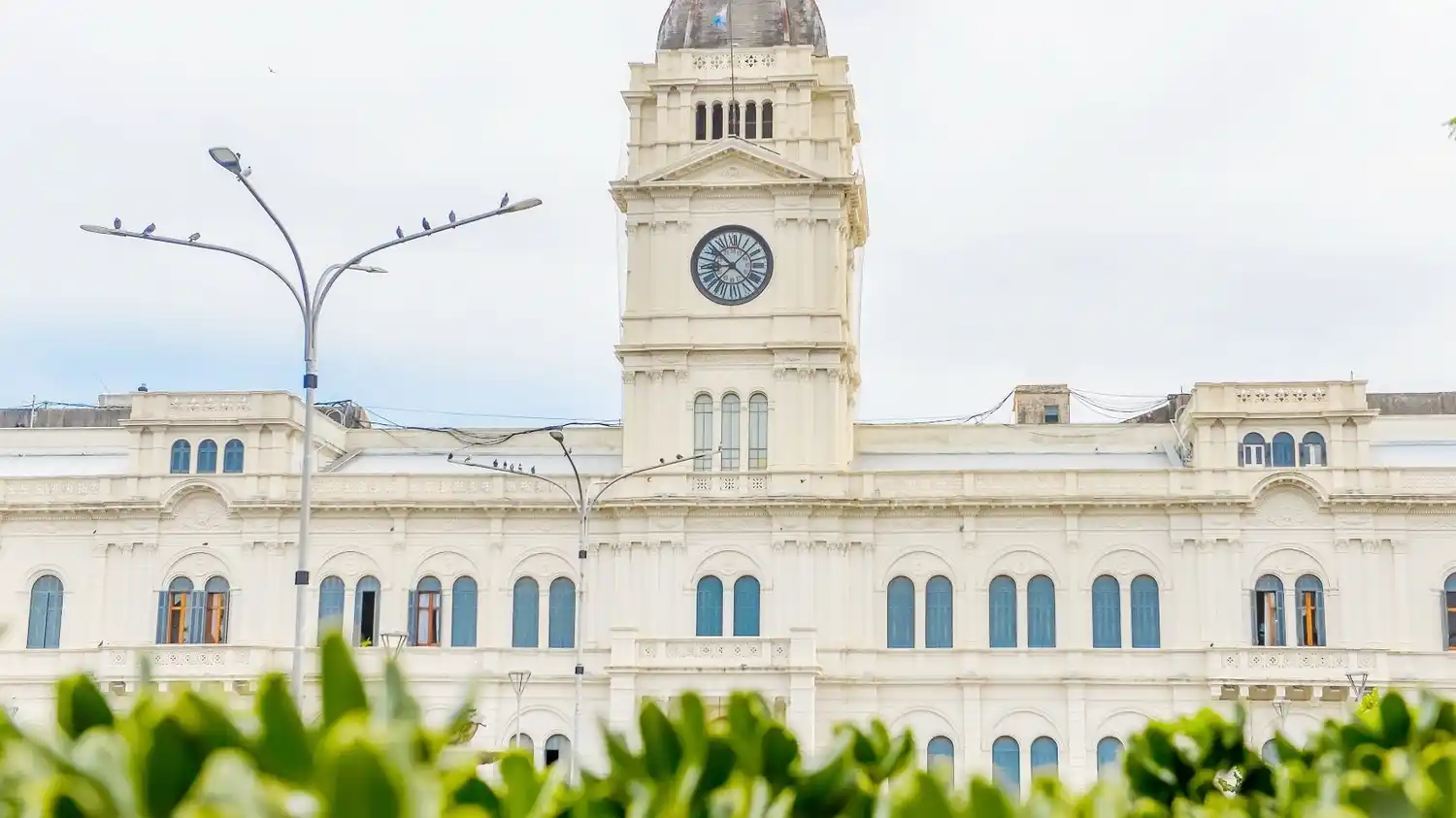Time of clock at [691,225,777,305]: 8:52
